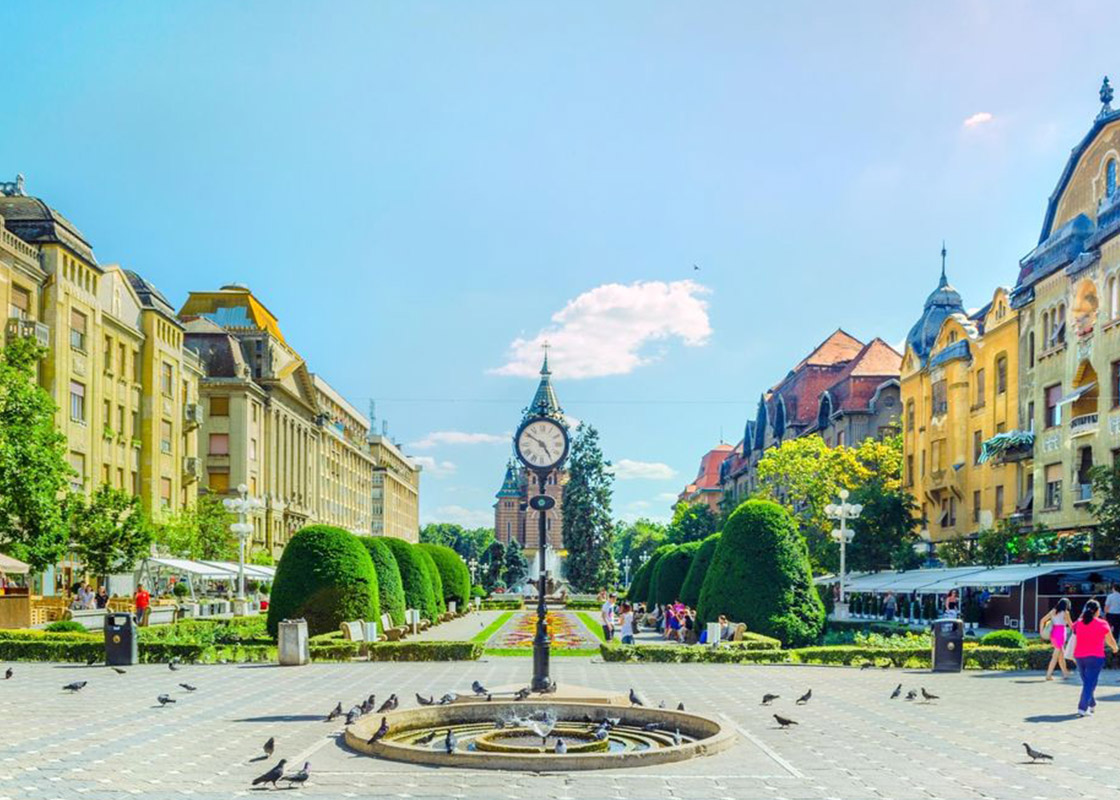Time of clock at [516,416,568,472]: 4:50
